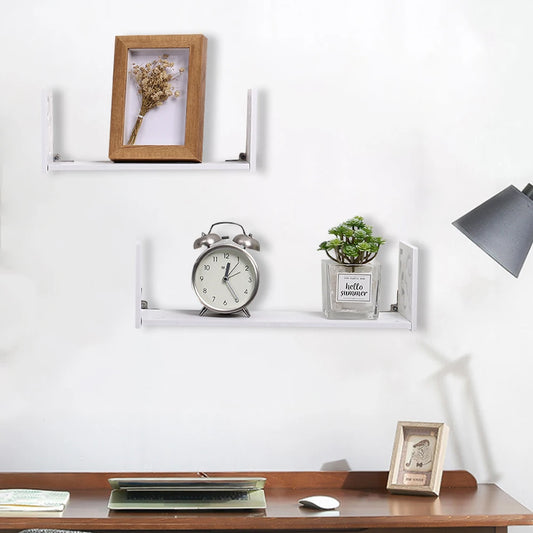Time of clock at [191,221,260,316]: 12:24
